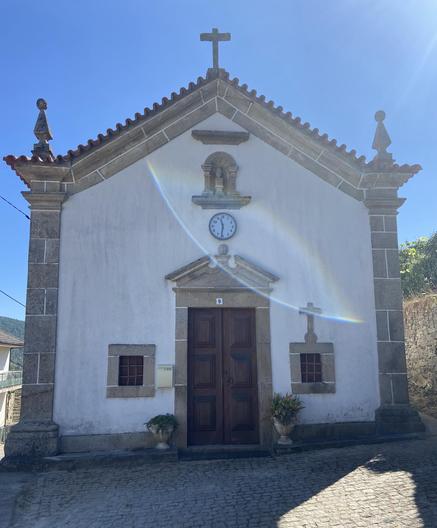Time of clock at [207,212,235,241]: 11:31
